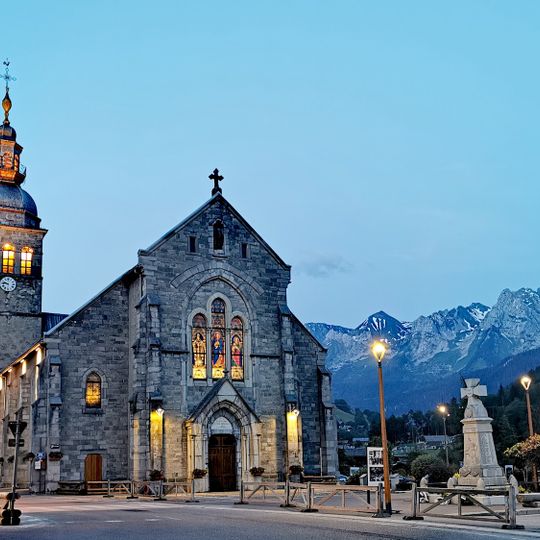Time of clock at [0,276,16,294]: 9:45
